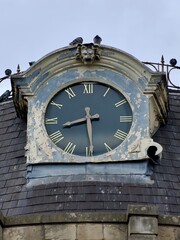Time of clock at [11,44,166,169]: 8:29
